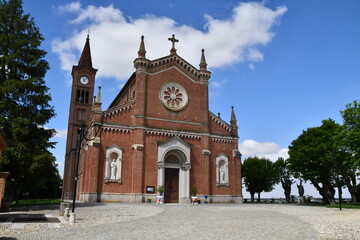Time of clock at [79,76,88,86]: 11:07
